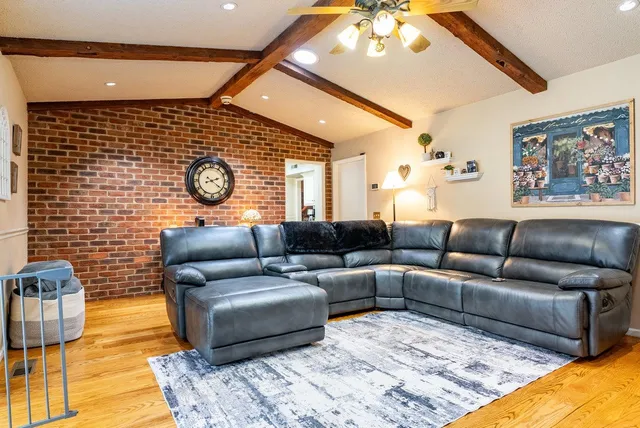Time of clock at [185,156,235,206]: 2:21
